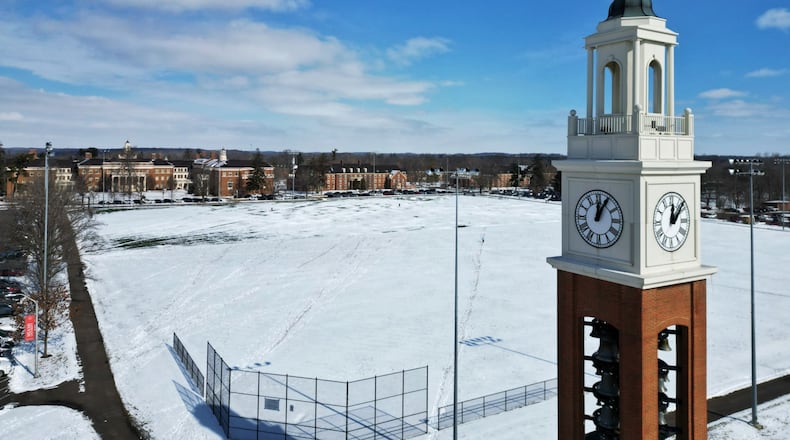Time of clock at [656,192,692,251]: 12:07
